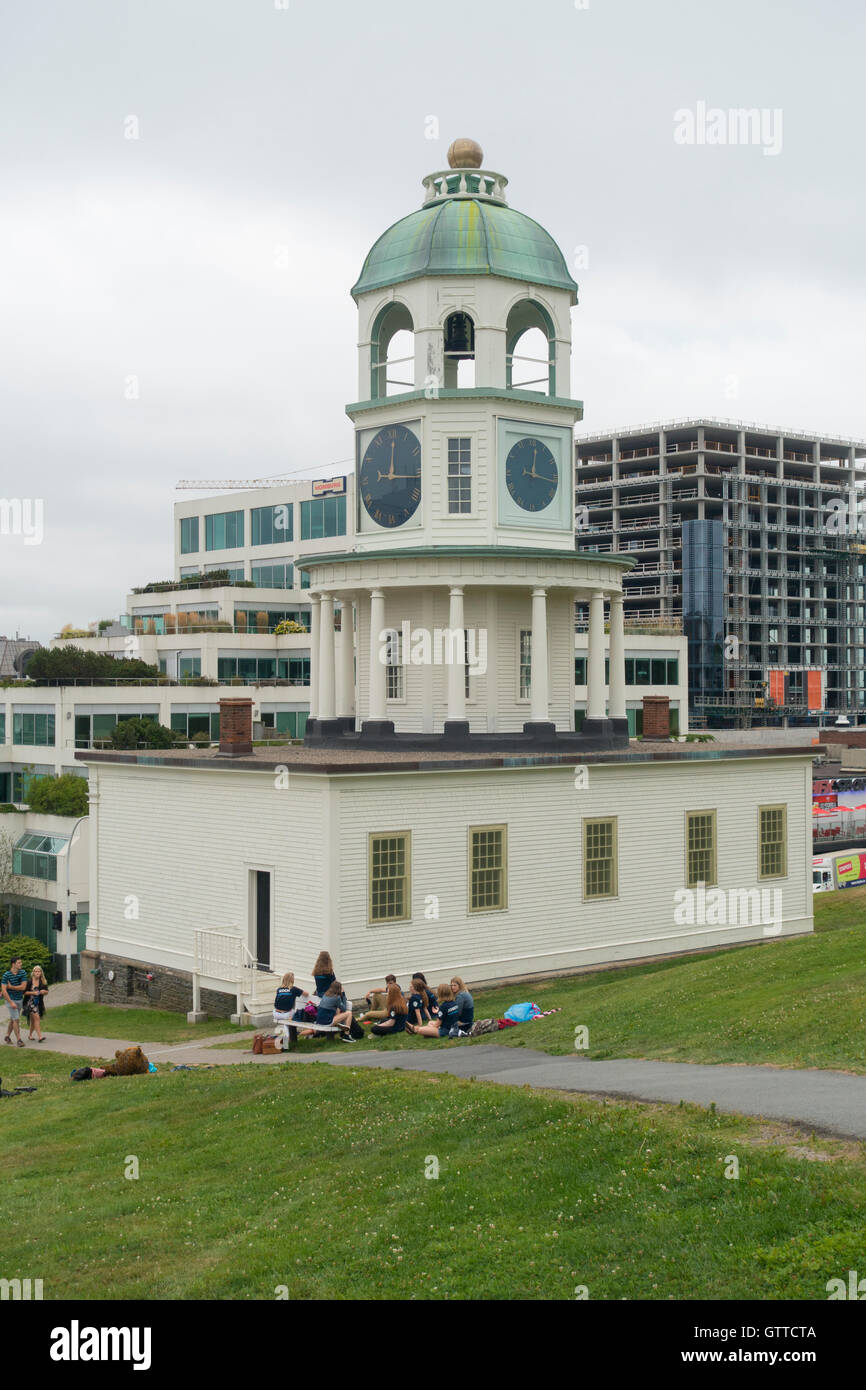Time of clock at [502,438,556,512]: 12:16
